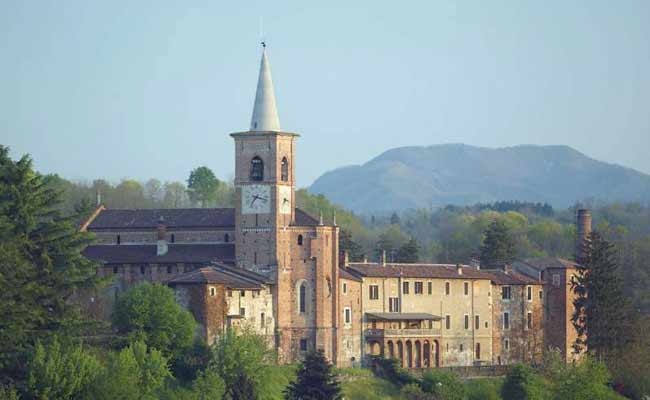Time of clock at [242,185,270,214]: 7:17
